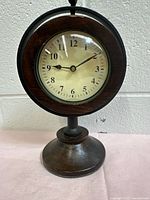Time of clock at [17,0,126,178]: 9:09
